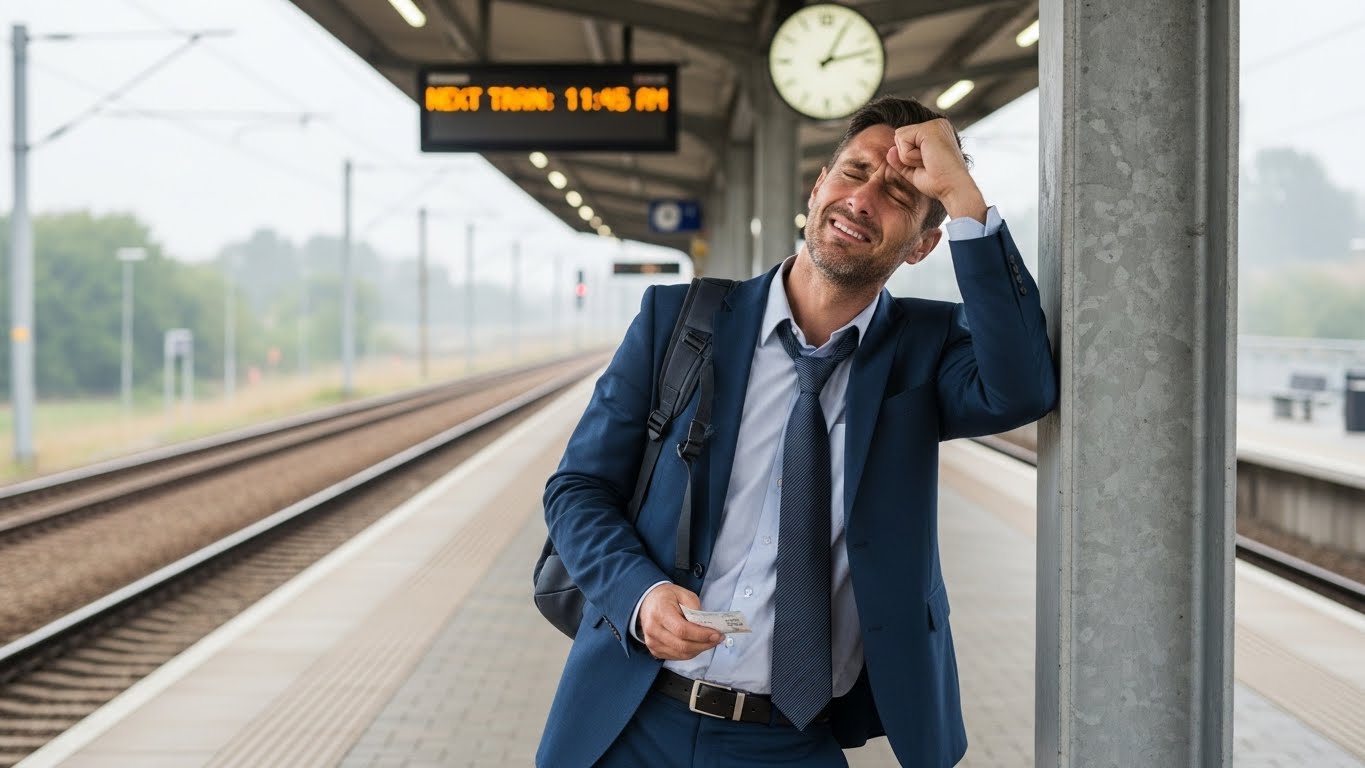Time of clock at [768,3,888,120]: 1:12
